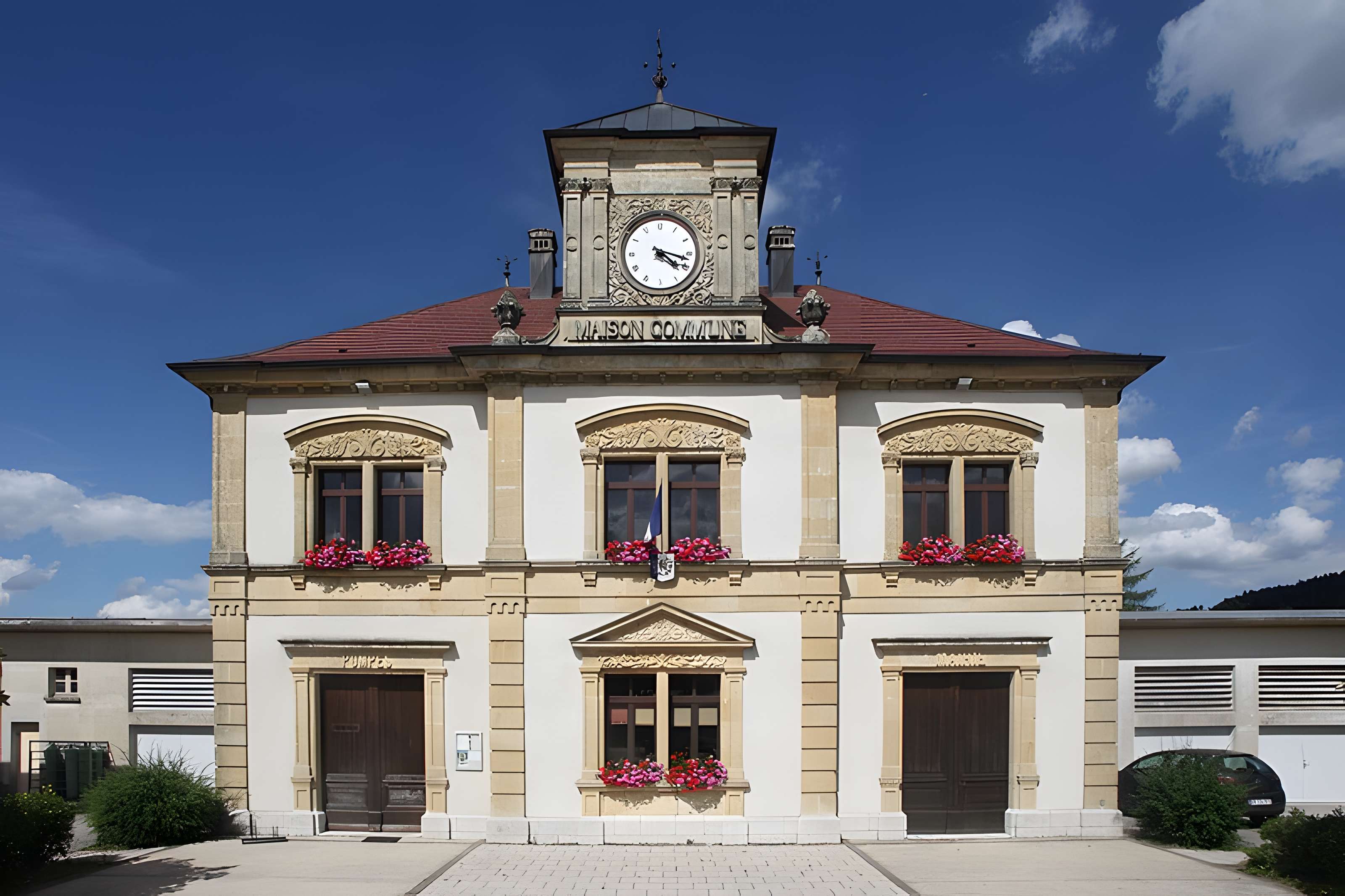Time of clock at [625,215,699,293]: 4:17
